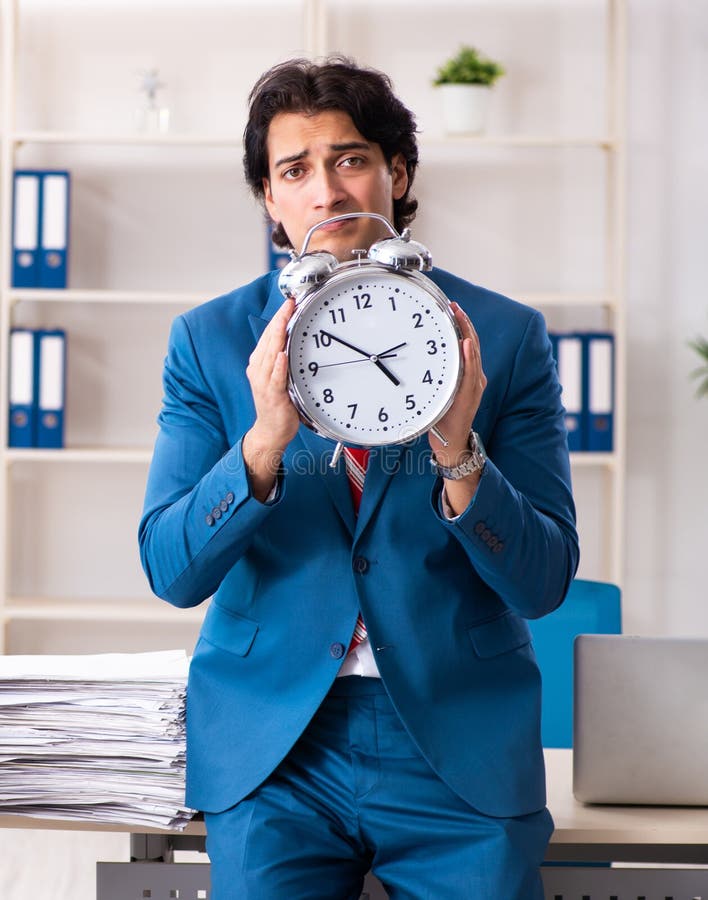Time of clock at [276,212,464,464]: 4:51
